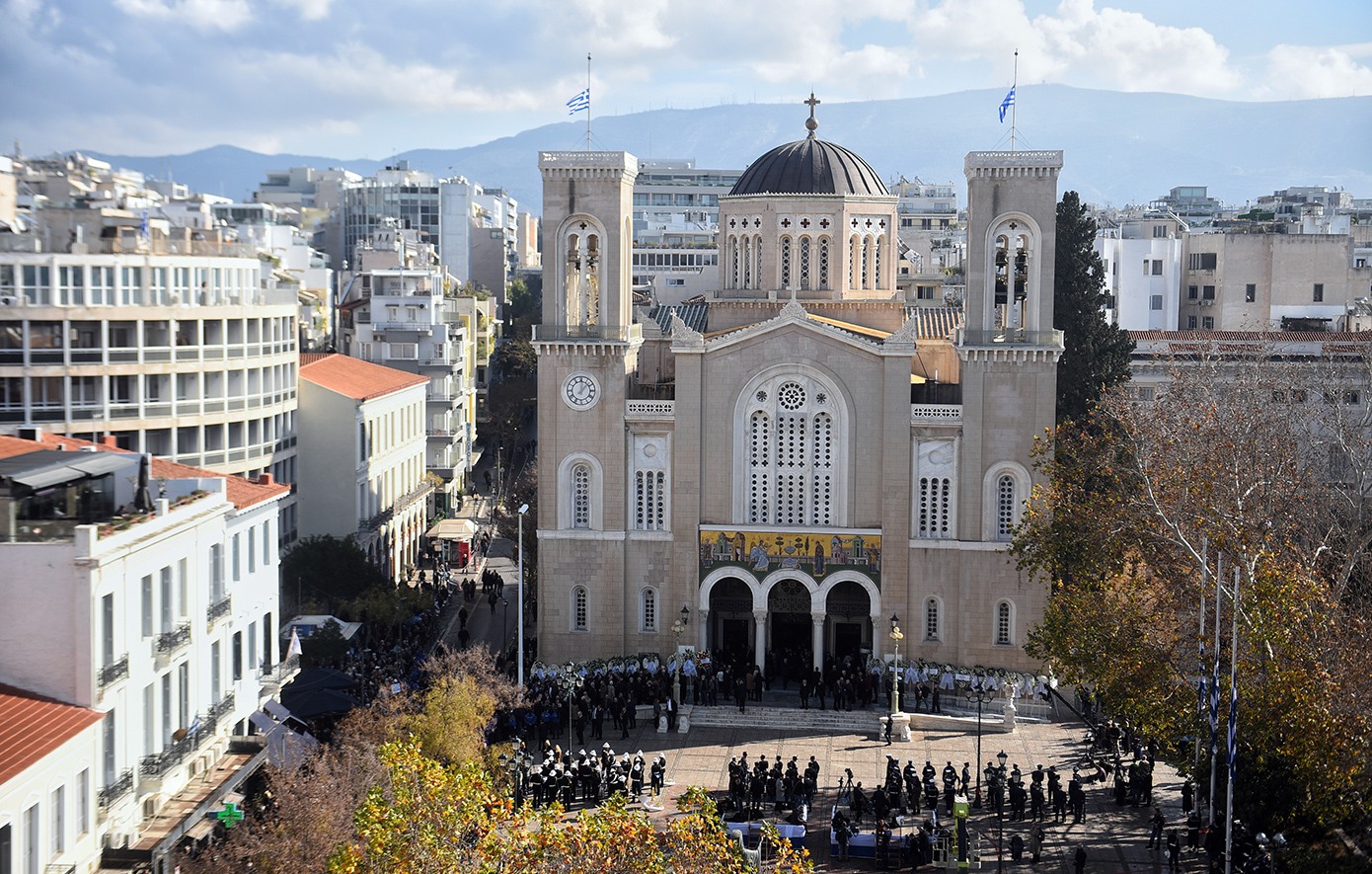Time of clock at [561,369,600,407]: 12:07
